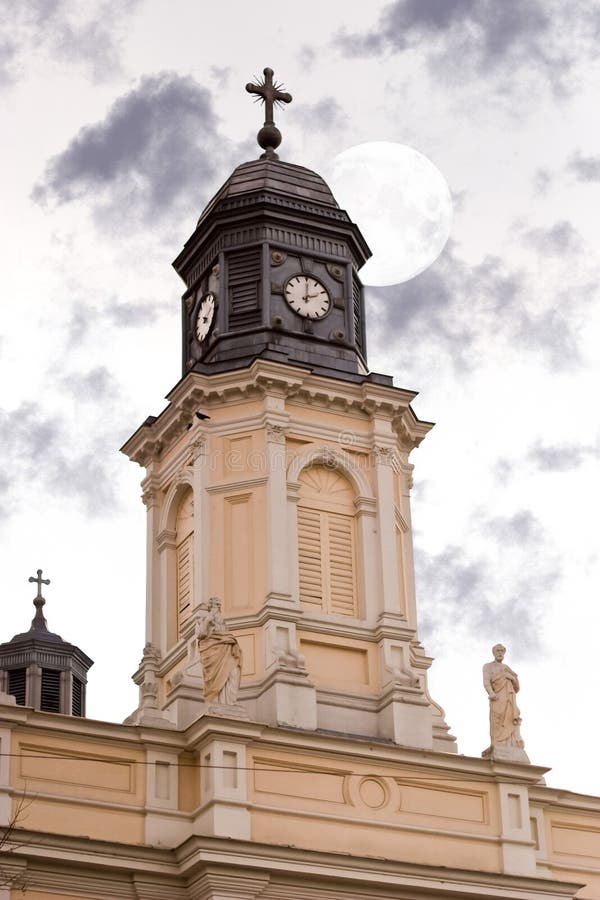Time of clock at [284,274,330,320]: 2:00
